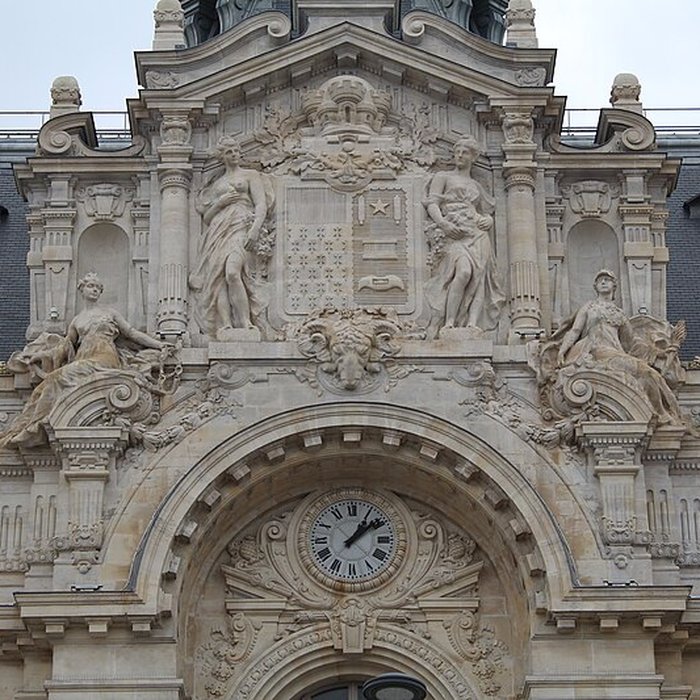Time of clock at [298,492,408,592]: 1:08
